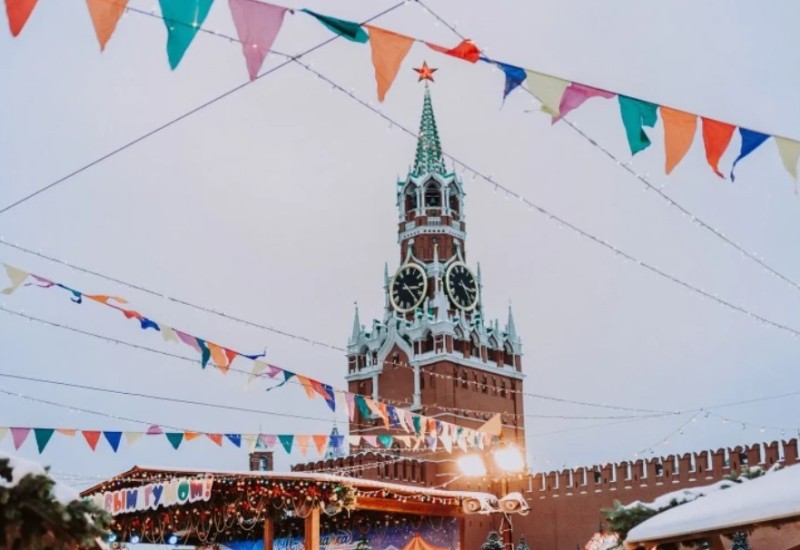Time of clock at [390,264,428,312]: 3:23
